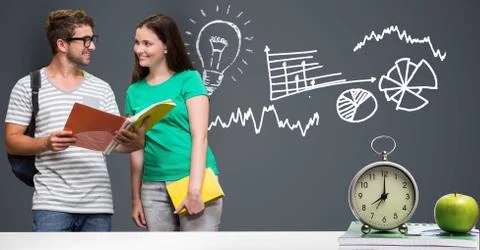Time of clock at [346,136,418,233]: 8:00
